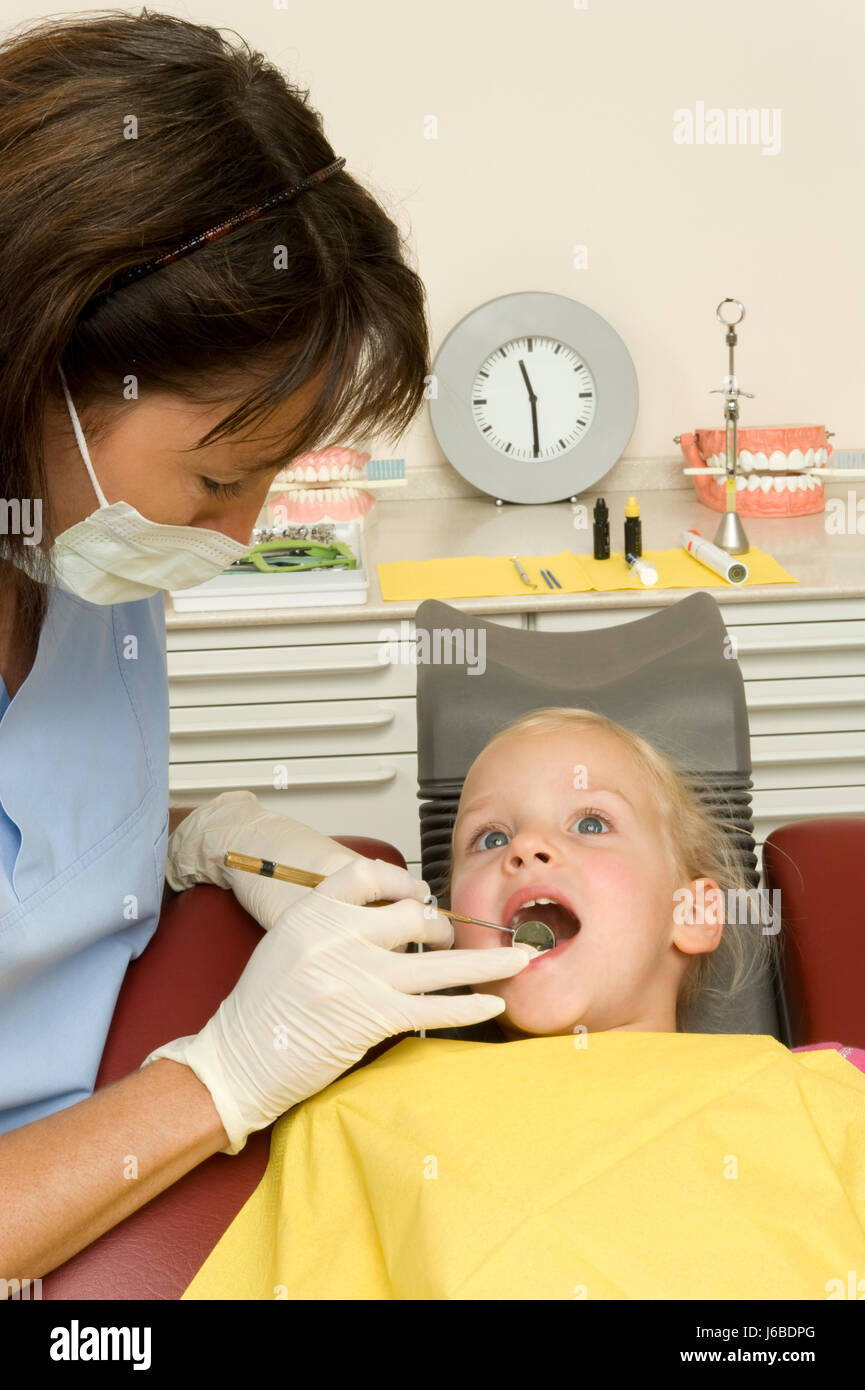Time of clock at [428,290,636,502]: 11:29
